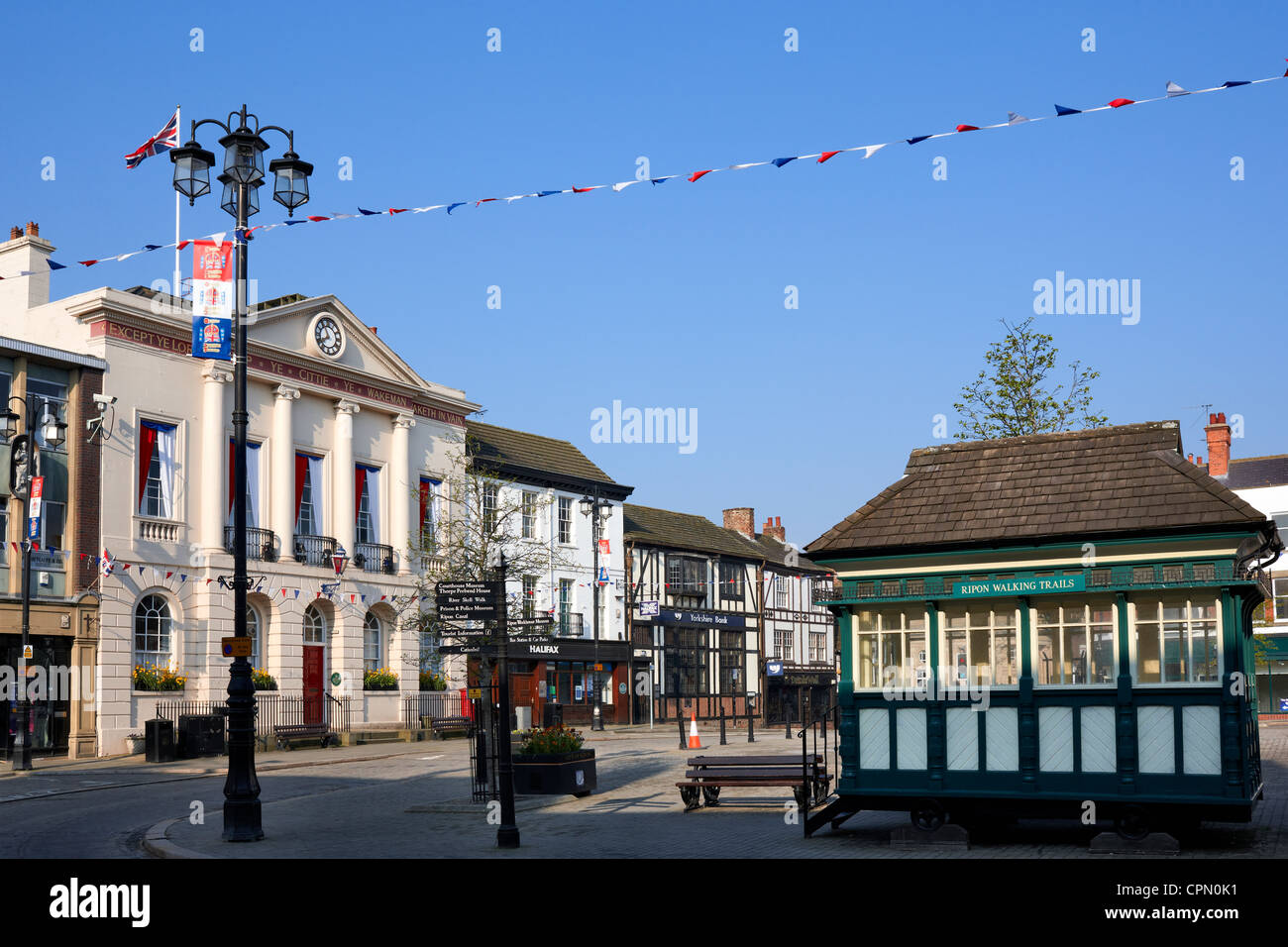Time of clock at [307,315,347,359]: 7:55
